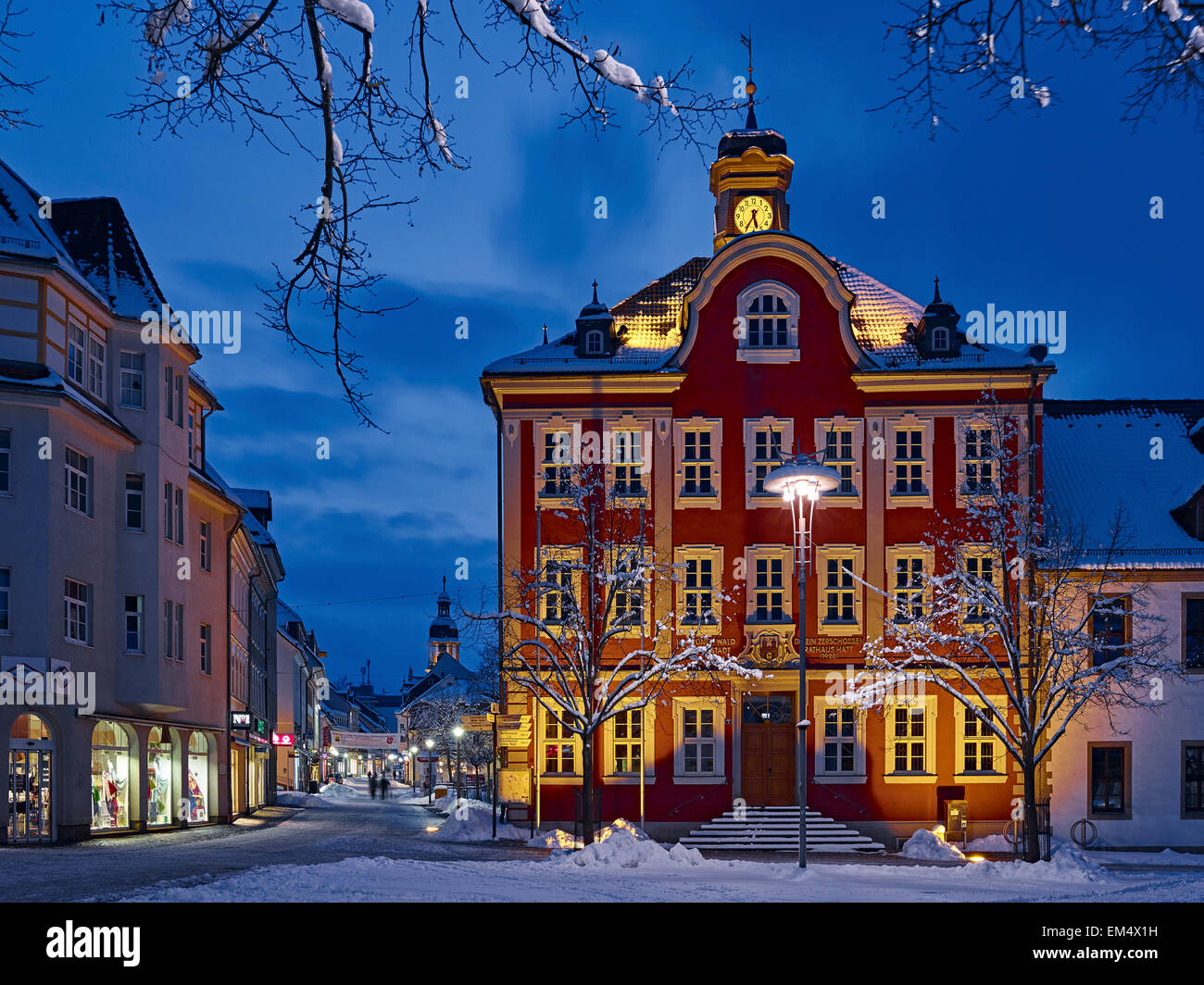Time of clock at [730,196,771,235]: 5:35
